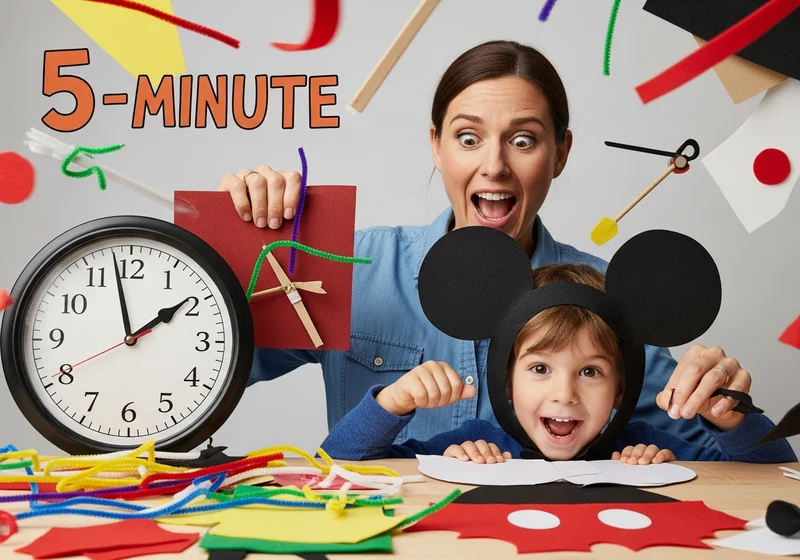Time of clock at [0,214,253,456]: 1:57
